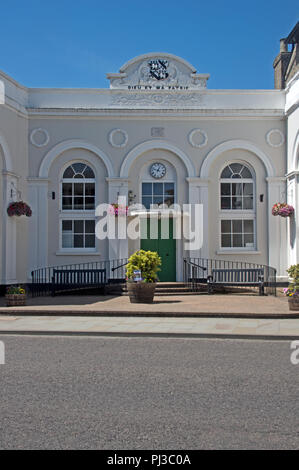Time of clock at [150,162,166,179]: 12:48
